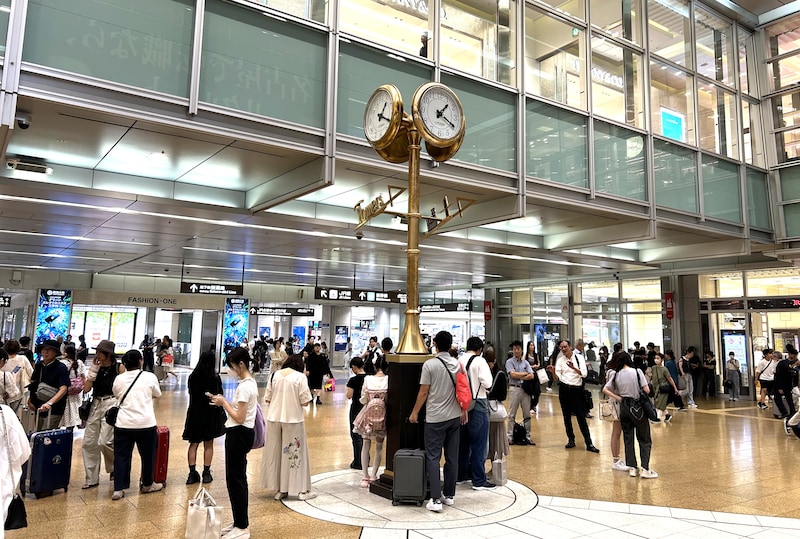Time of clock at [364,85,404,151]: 1:18
